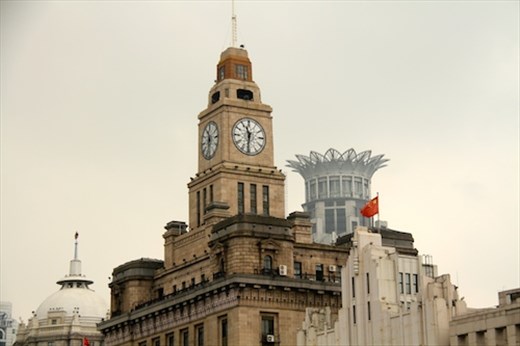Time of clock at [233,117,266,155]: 11:31
